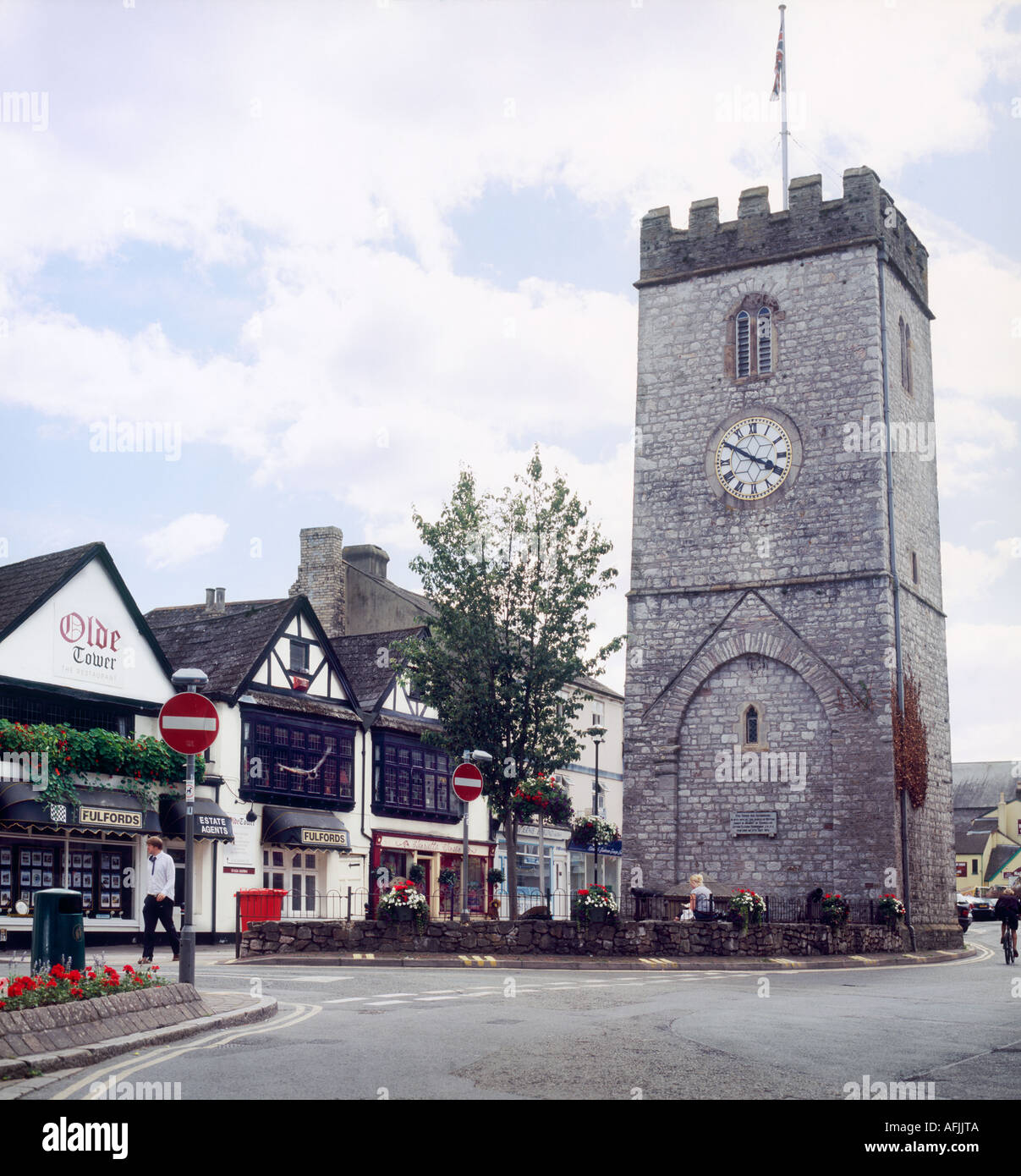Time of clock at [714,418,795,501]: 3:50
